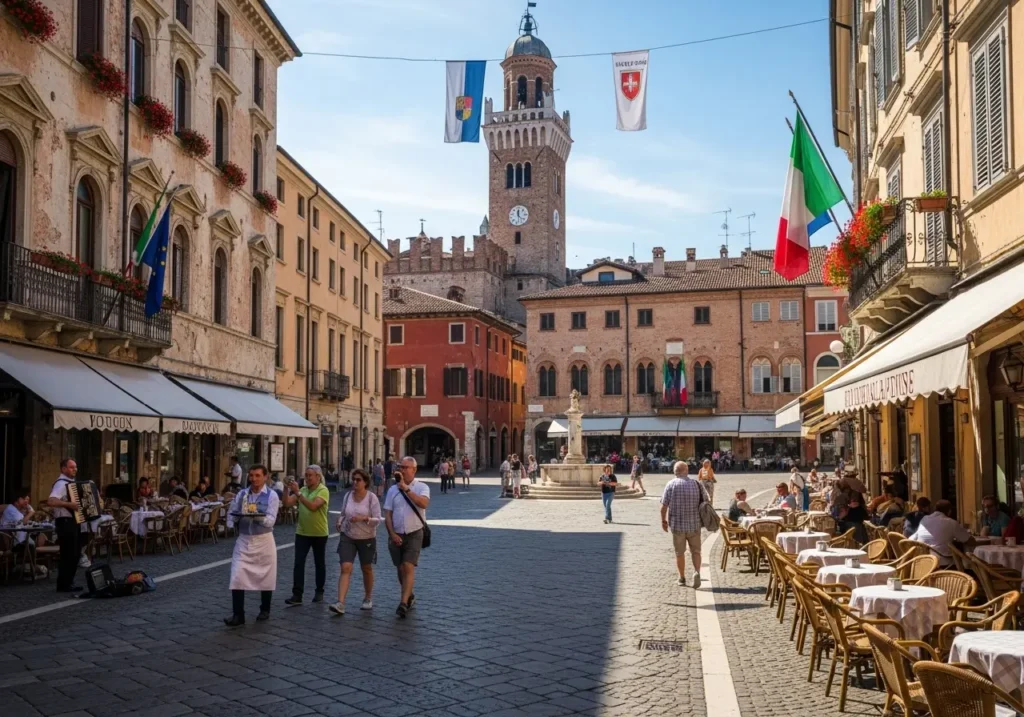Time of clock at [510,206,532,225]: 11:21
